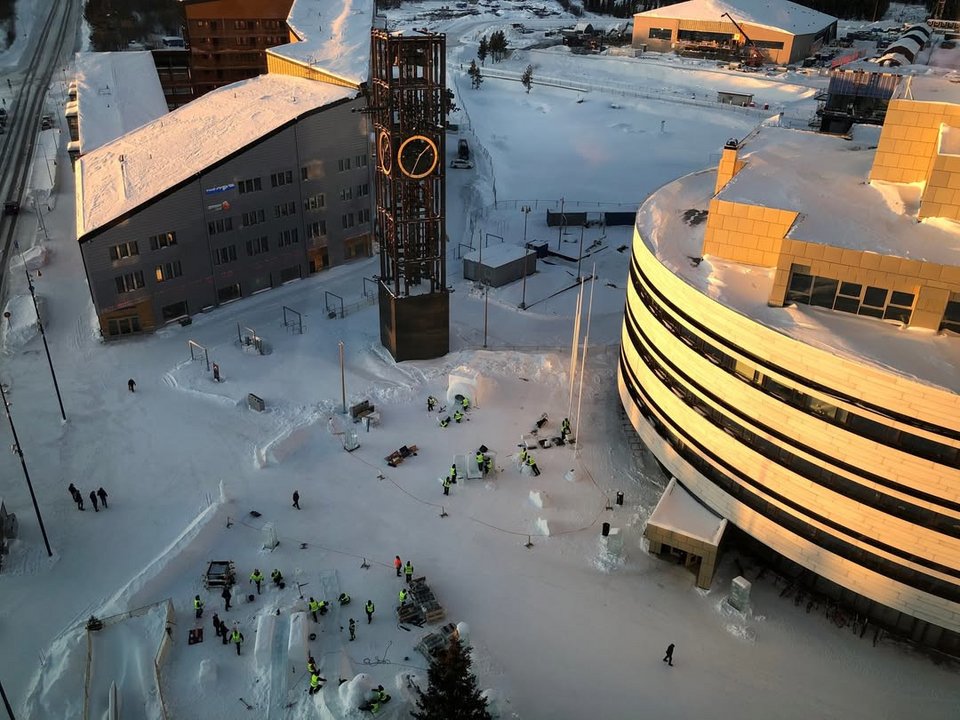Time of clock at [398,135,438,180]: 1:33
